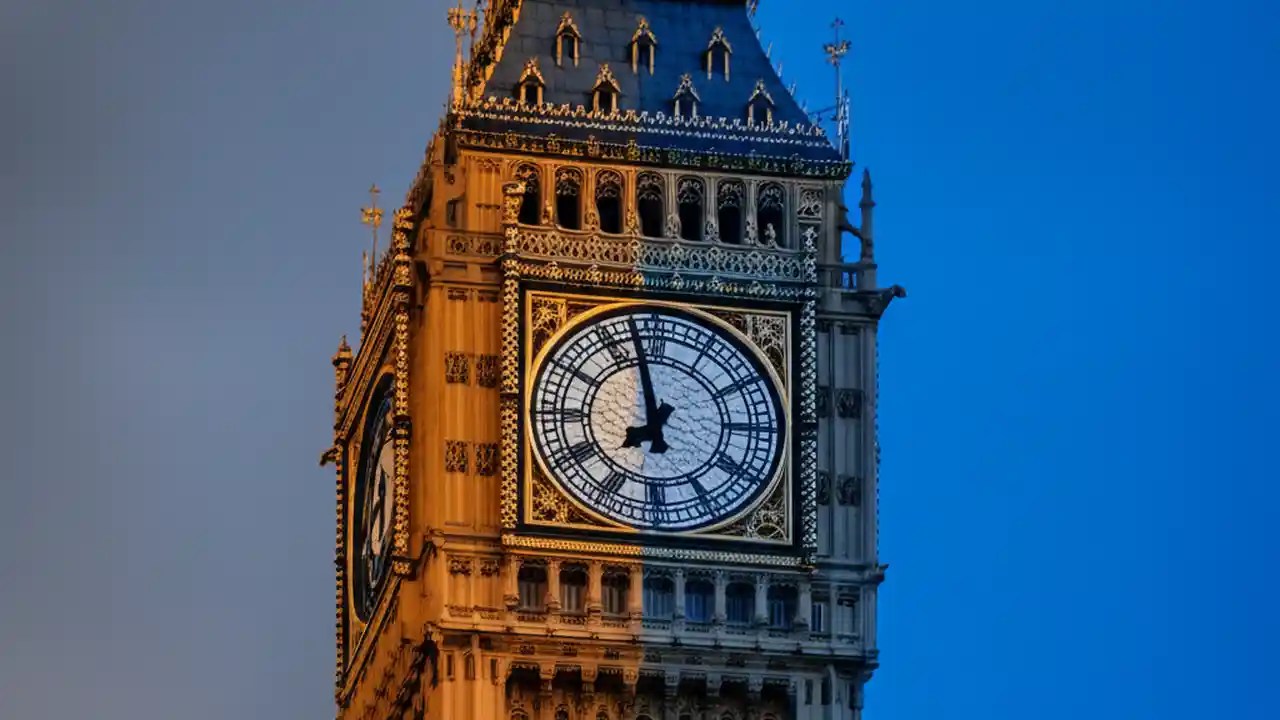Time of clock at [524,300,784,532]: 6:57
